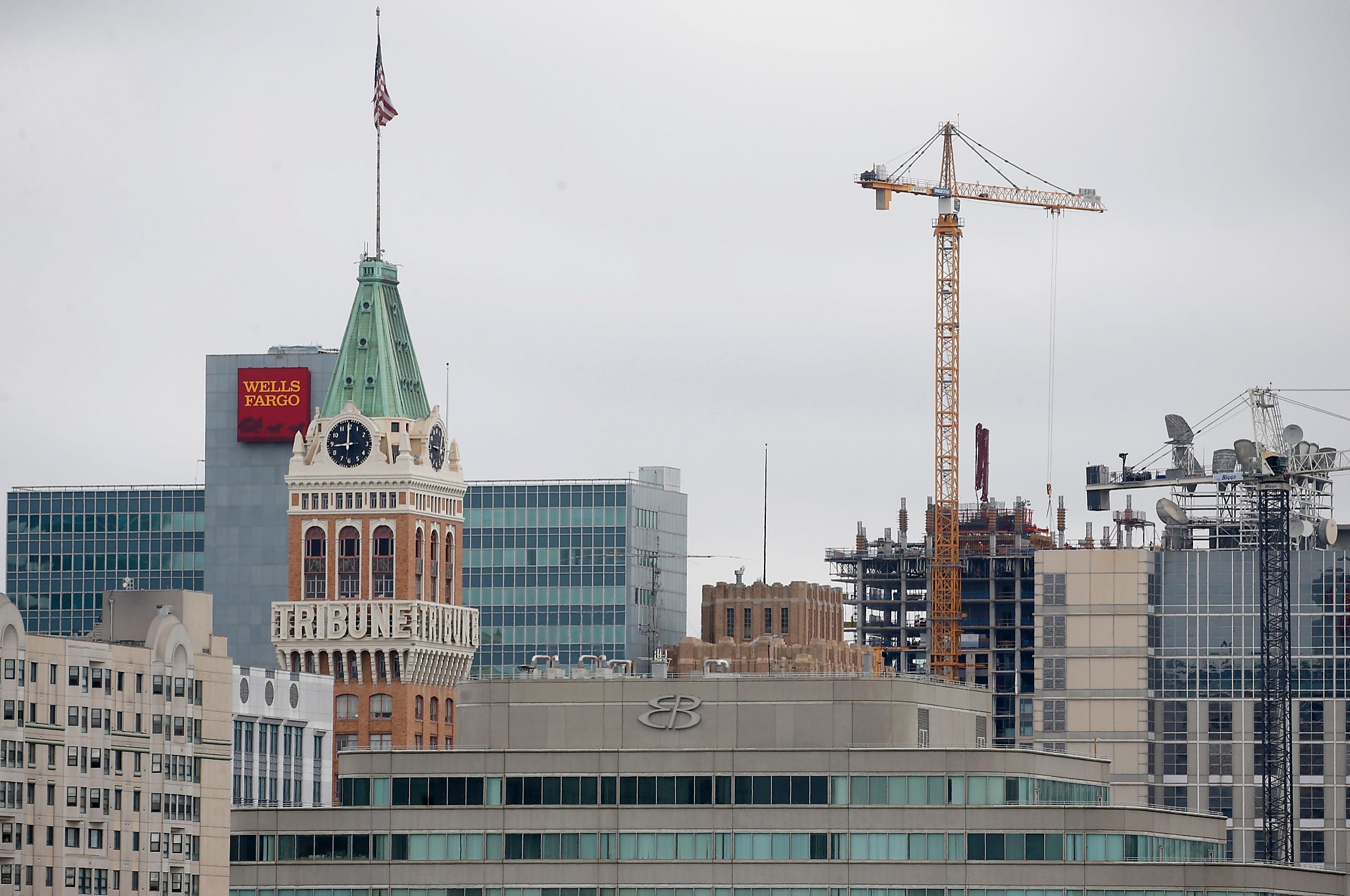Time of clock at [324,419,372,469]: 8:59
